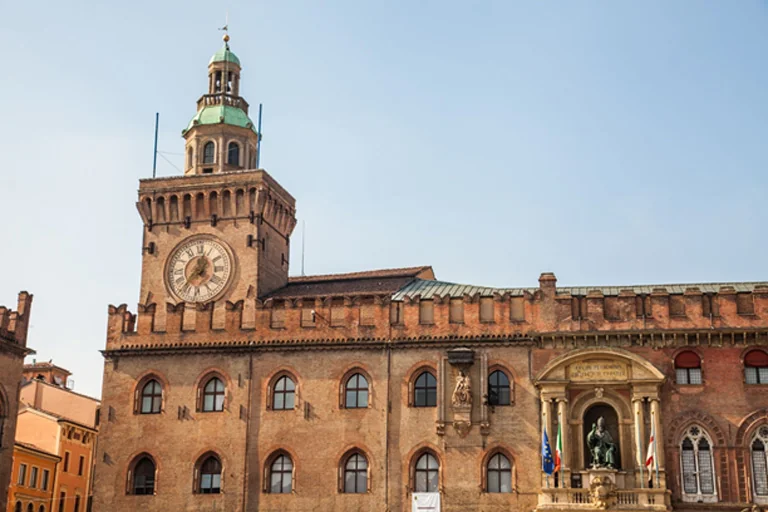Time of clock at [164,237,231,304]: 12:37
